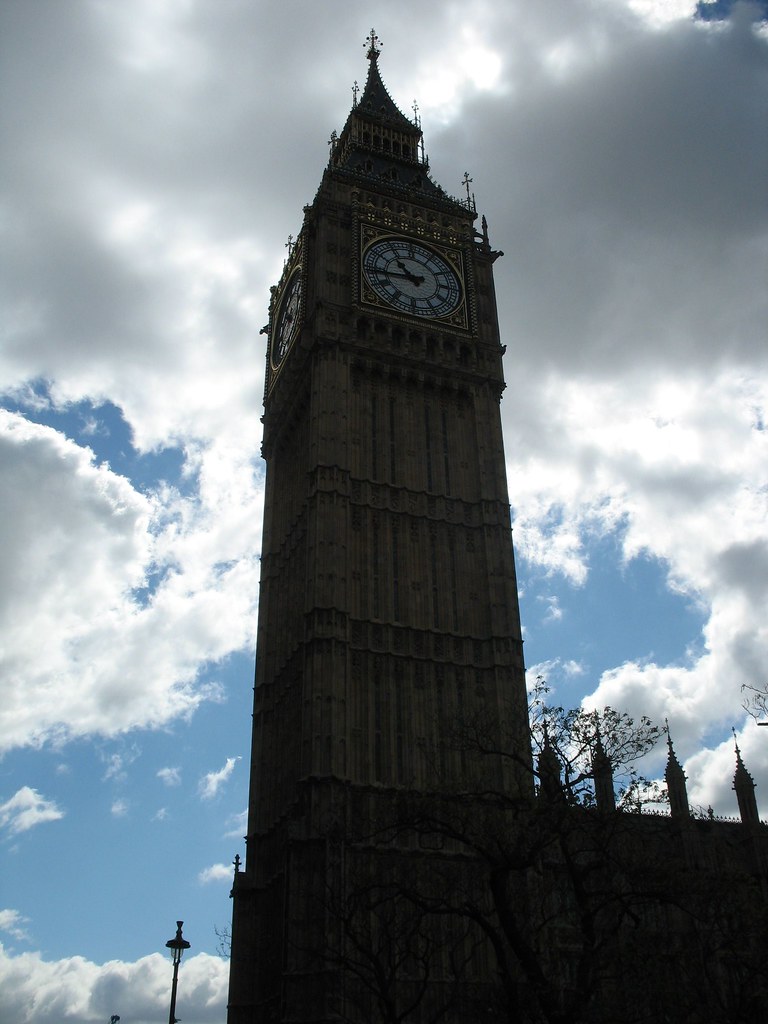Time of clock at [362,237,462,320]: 10:43
